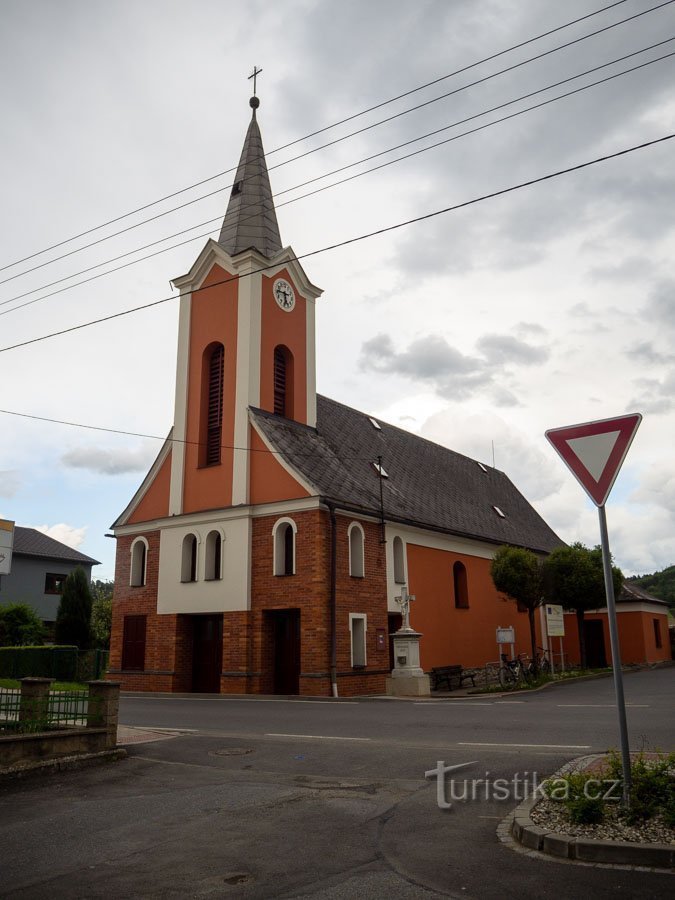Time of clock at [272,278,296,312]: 5:45
